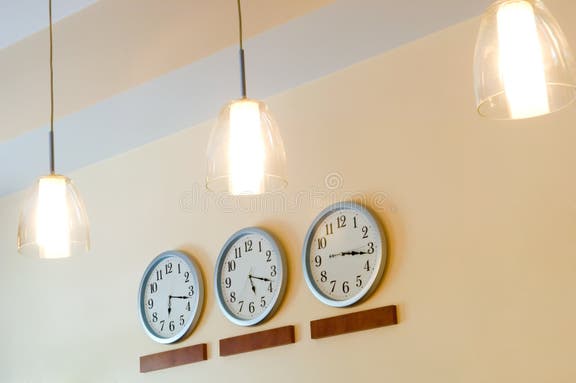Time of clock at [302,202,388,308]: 3:16
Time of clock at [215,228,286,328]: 5:18
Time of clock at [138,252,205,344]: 6:17
